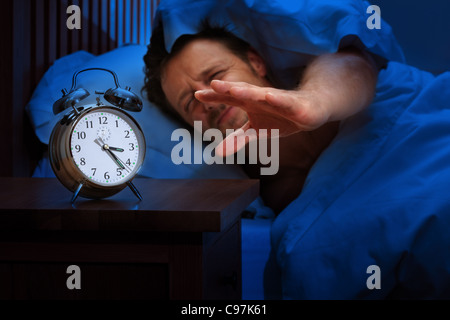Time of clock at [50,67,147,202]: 3:23
